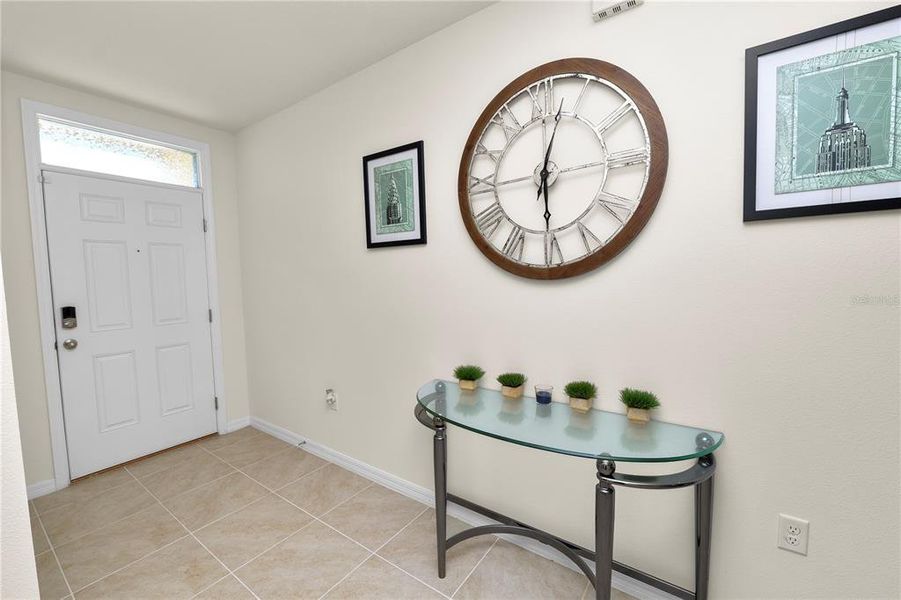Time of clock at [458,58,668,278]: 6:02
